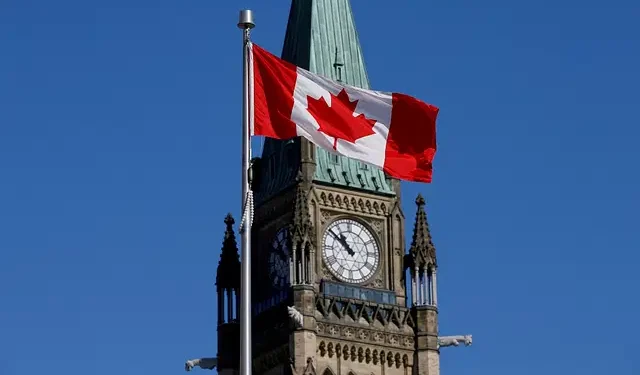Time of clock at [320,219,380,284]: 10:51
